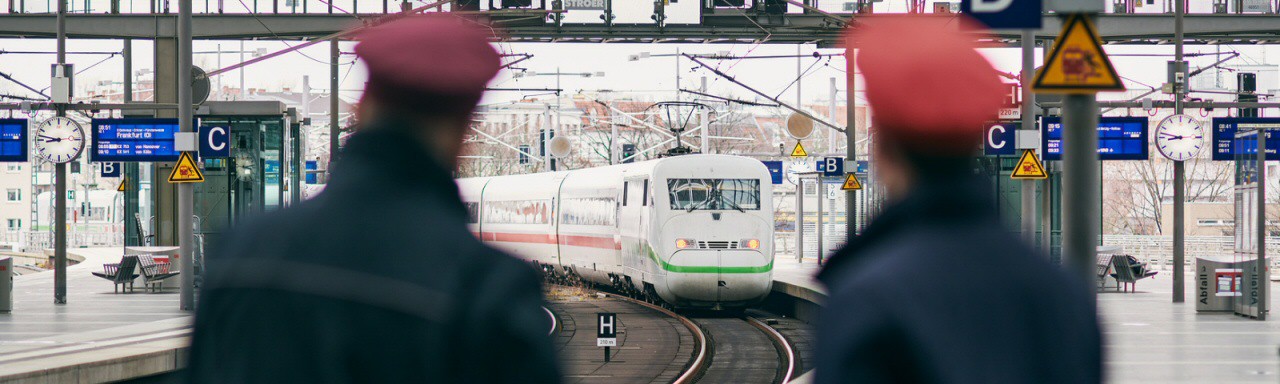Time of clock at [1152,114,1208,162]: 8:47
